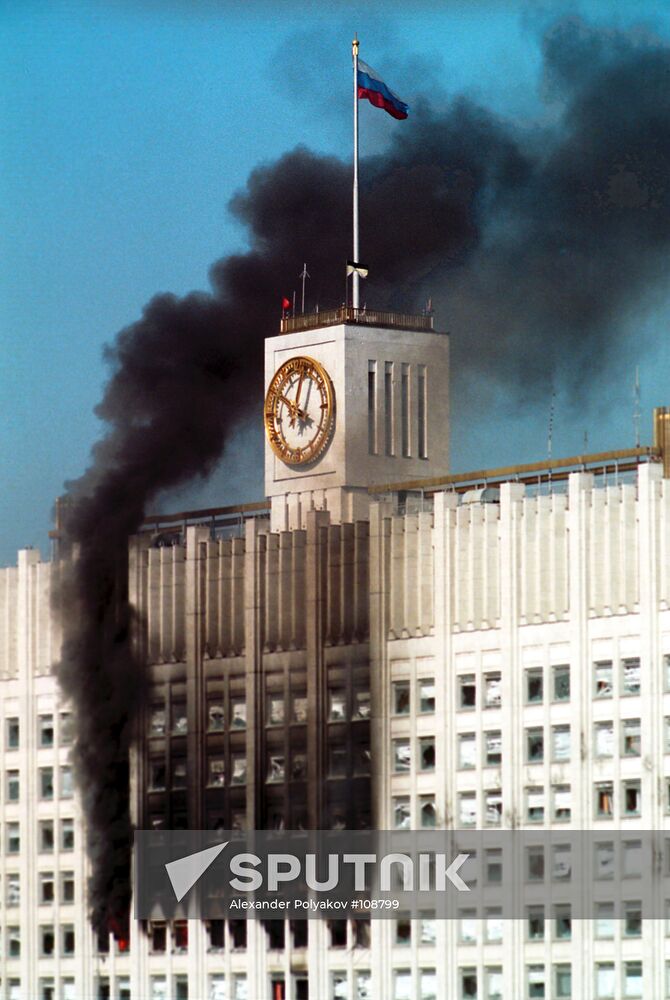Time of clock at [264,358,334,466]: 12:49
